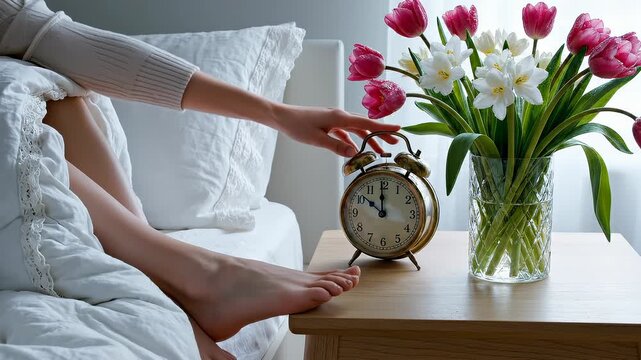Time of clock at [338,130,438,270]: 11:51
